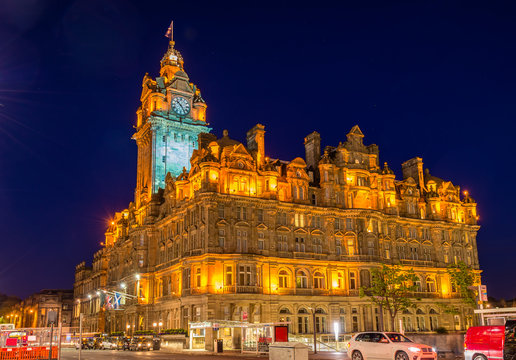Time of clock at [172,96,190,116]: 10:24
